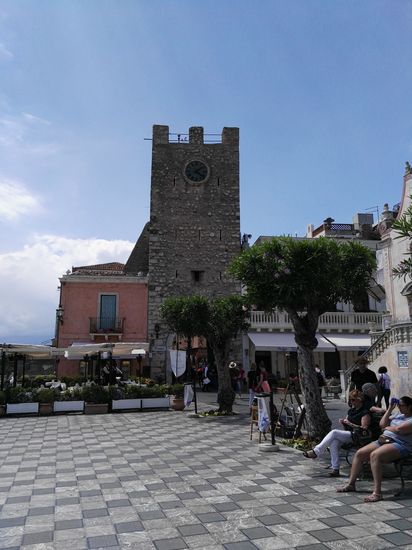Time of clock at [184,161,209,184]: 4:08
